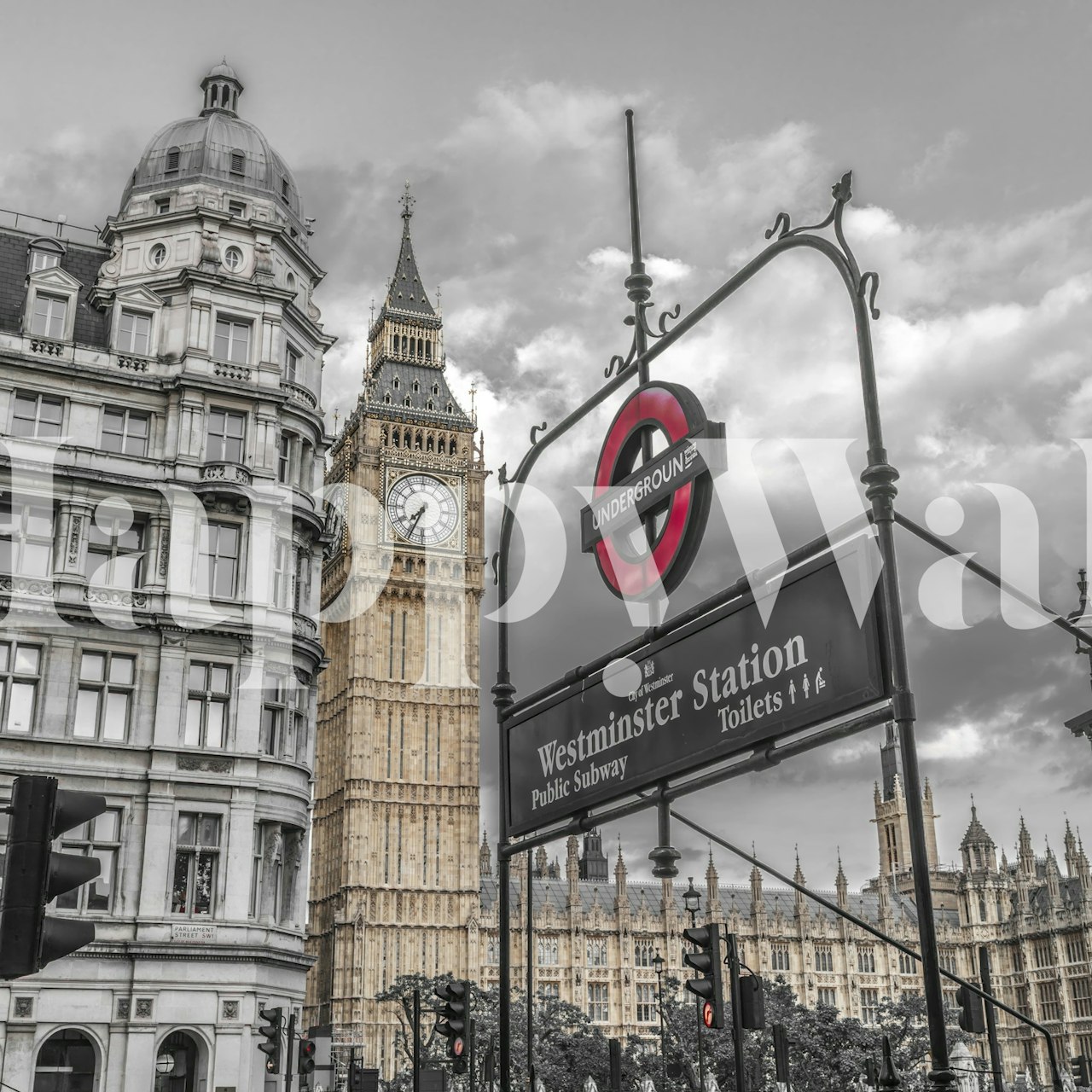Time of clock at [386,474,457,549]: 7:34
